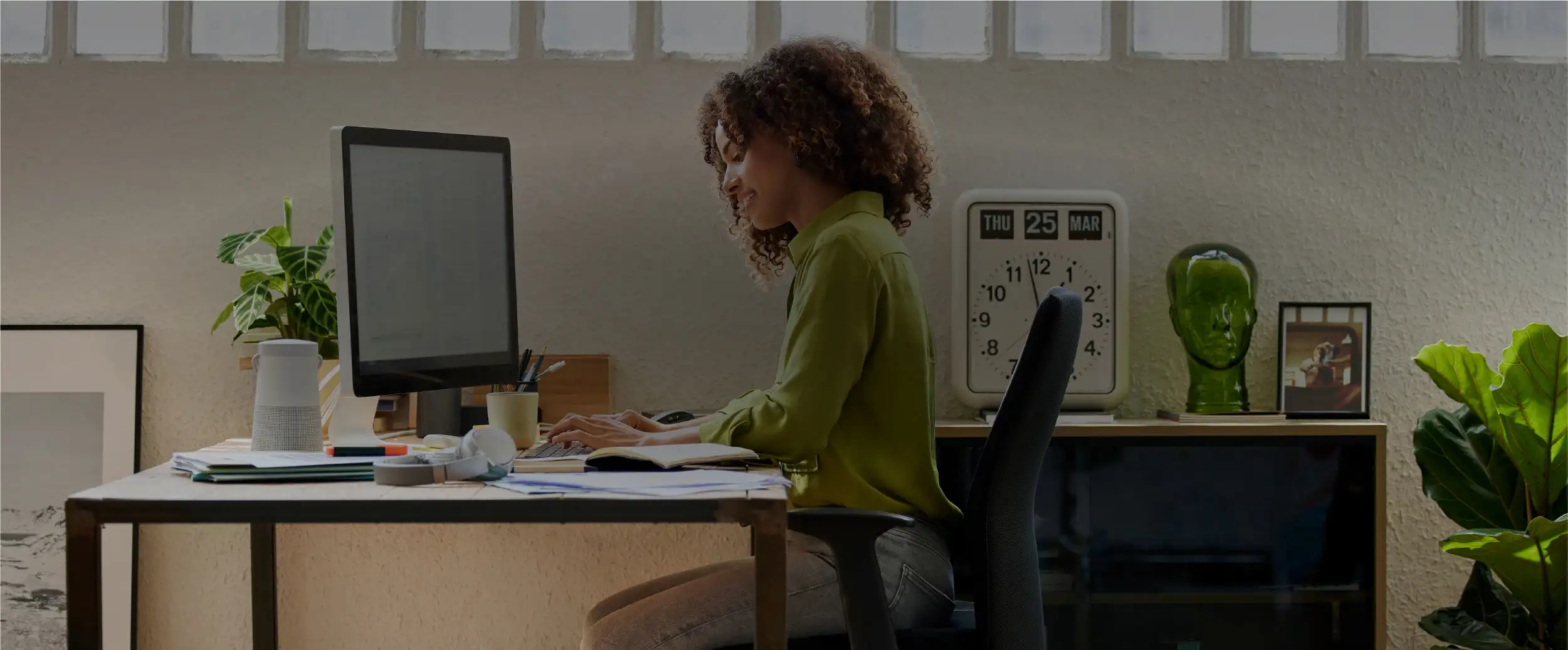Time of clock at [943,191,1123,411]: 6:34
